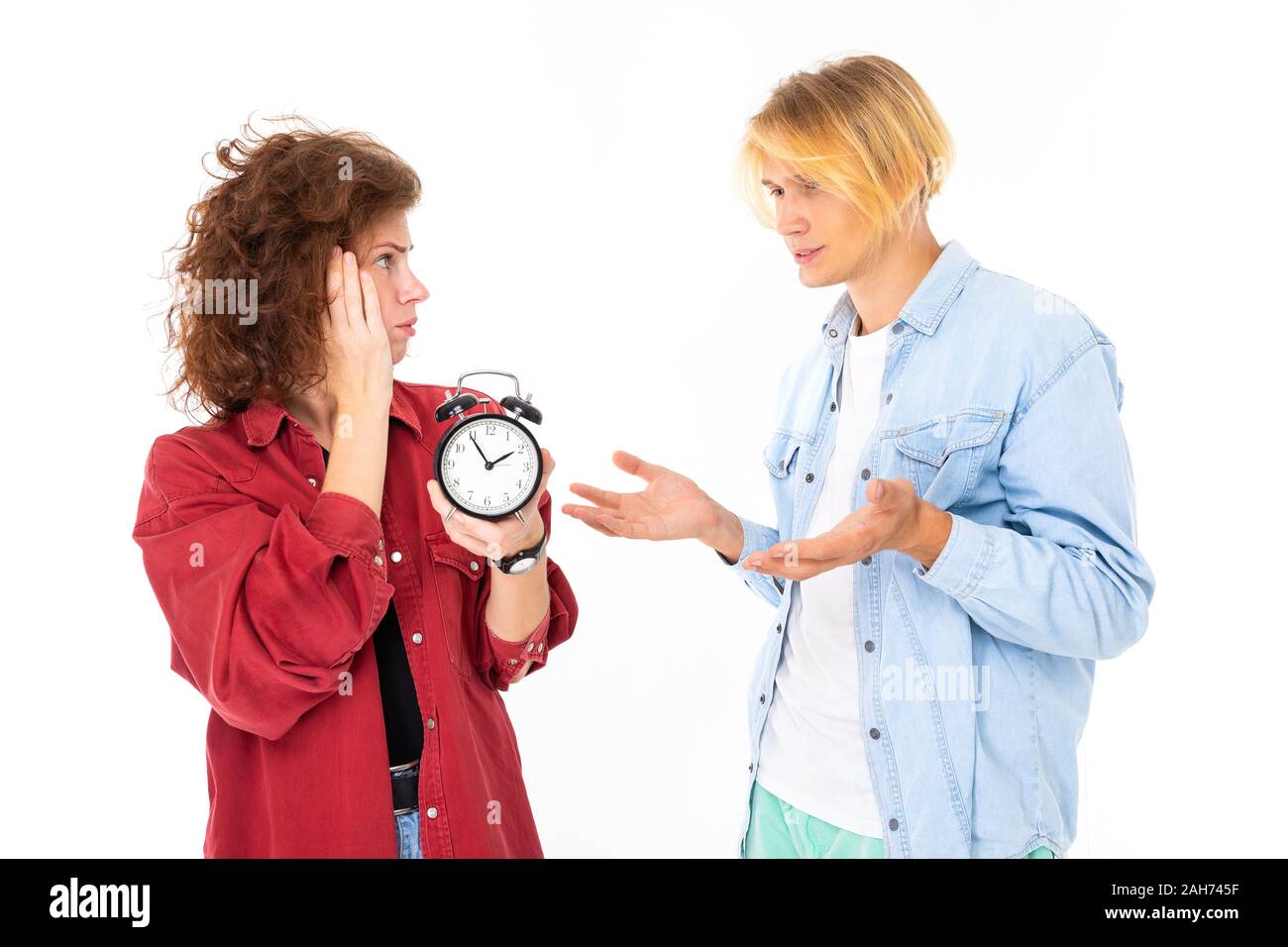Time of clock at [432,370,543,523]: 1:54
